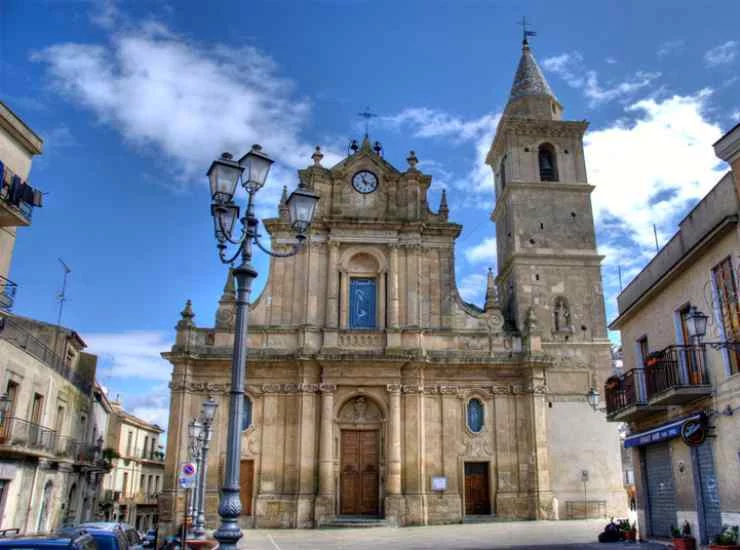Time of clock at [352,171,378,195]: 11:18
